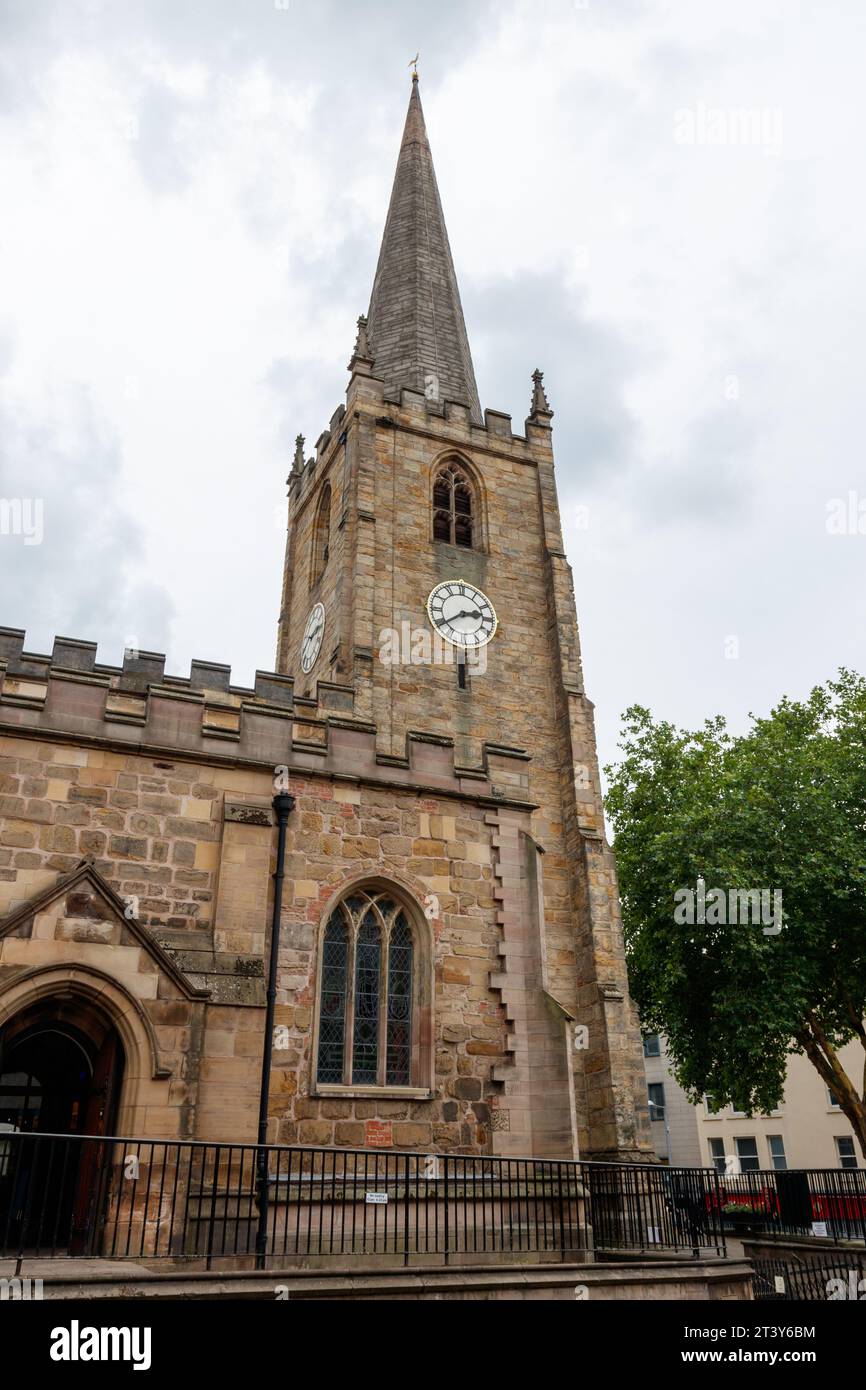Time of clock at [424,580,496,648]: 2:39
